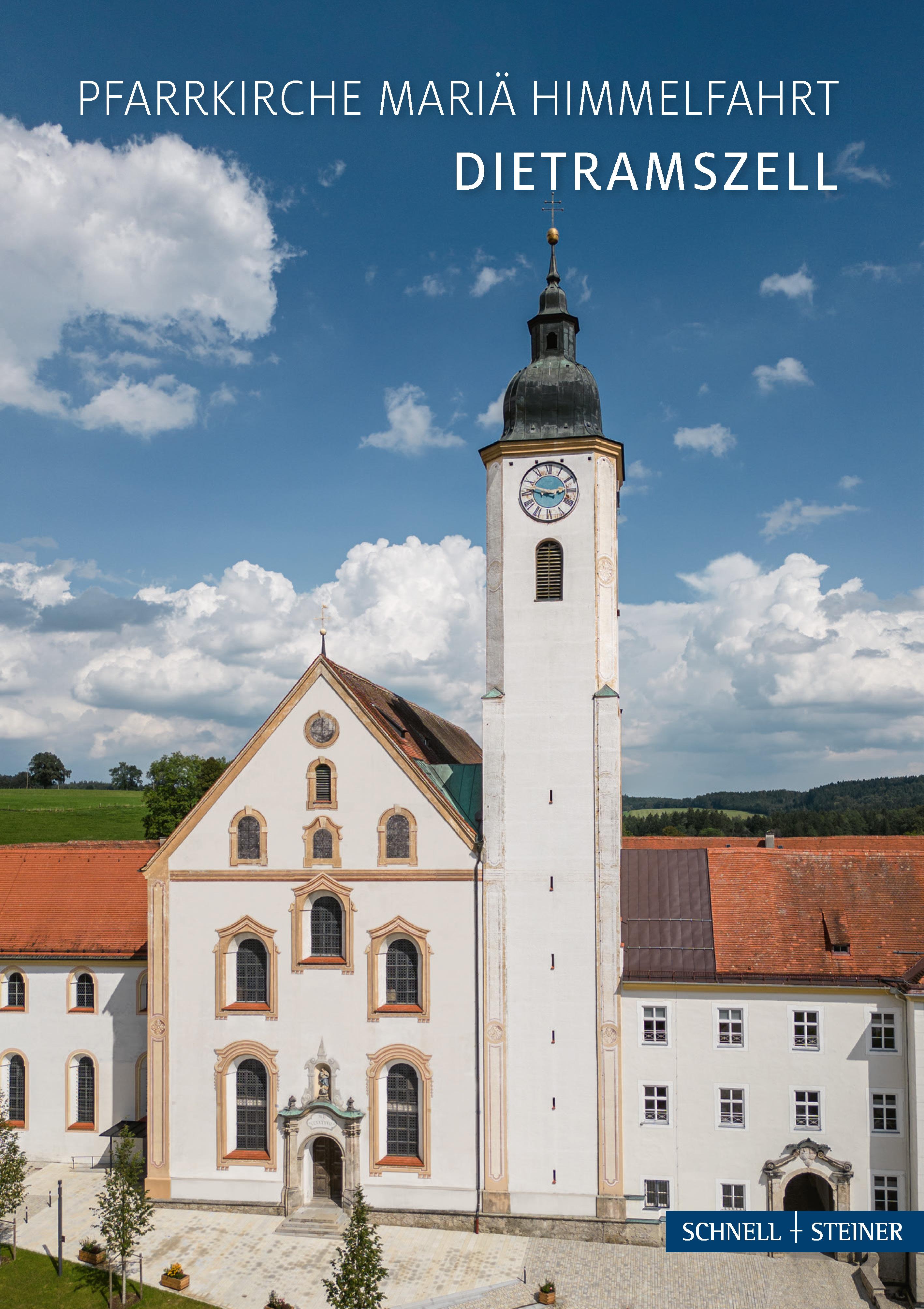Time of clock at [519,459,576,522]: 2:46
